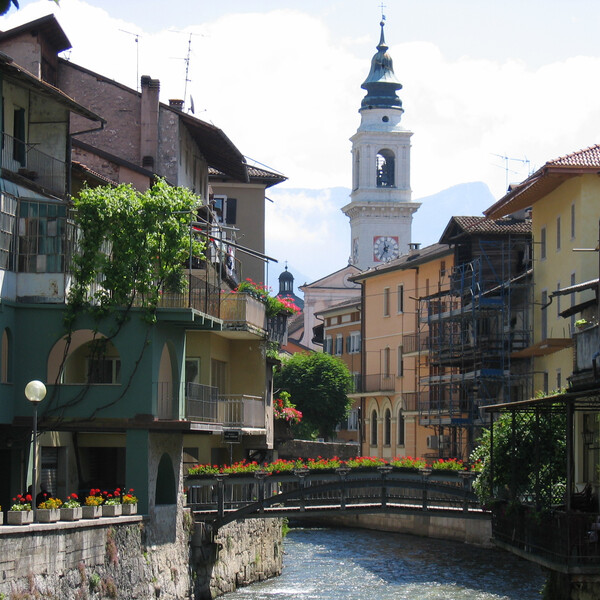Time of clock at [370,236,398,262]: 11:35
